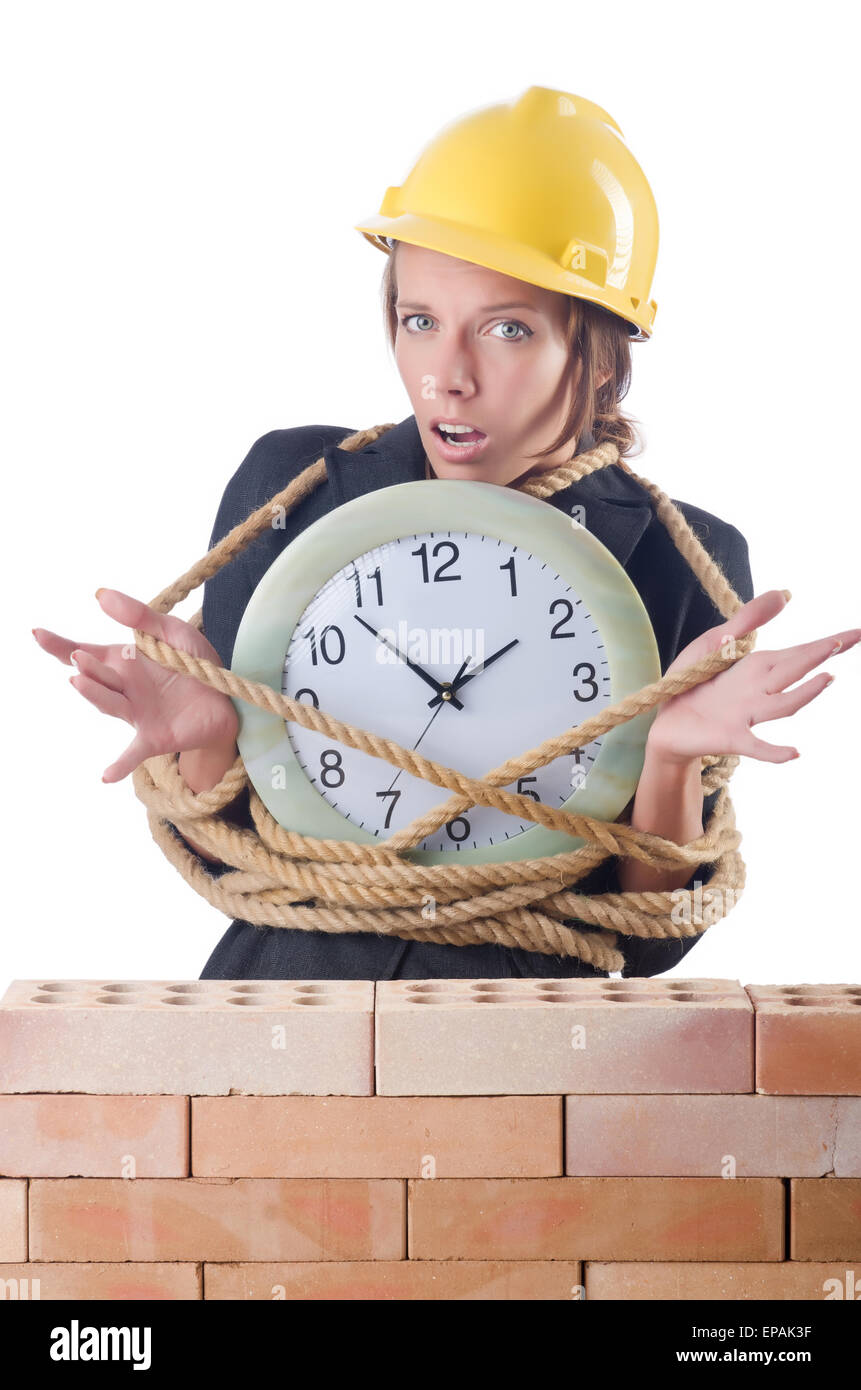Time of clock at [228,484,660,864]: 1:53
